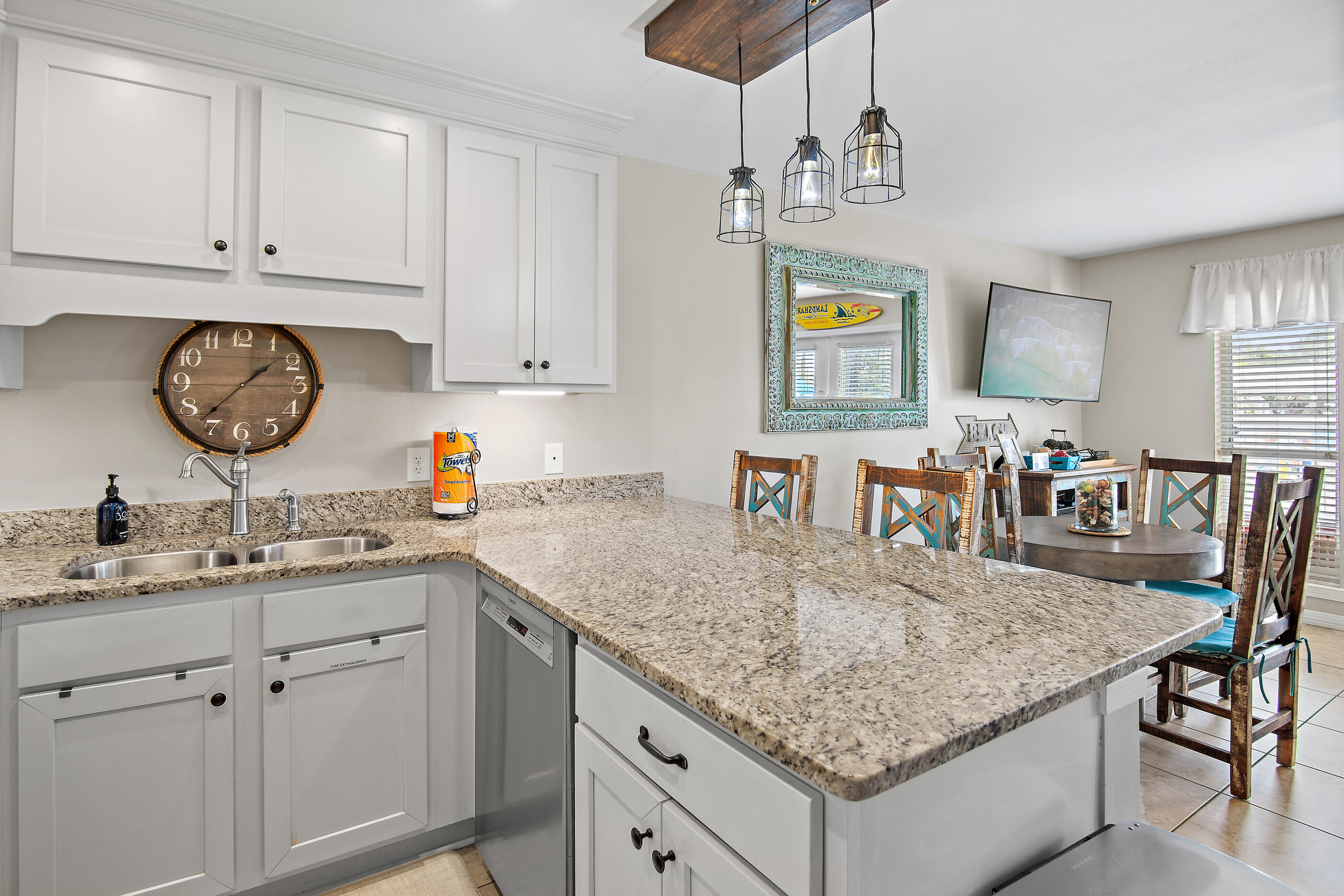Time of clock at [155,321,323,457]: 1:36
